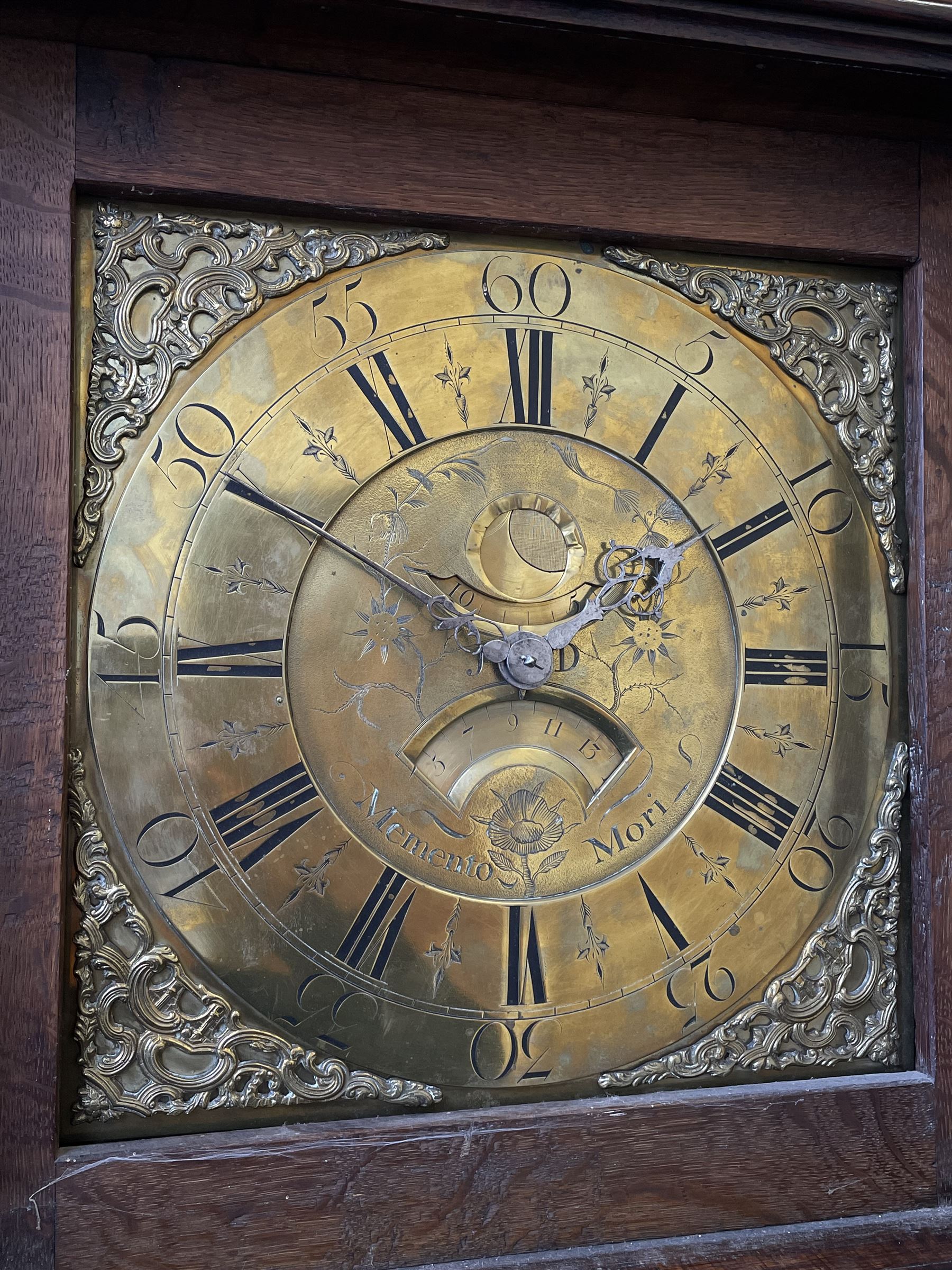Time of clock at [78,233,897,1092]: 3:50
